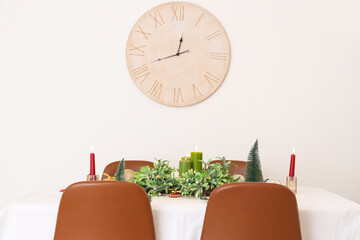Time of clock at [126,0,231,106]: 12:41
